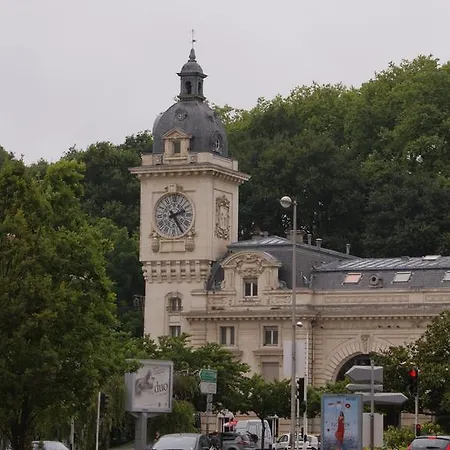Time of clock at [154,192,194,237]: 2:24
